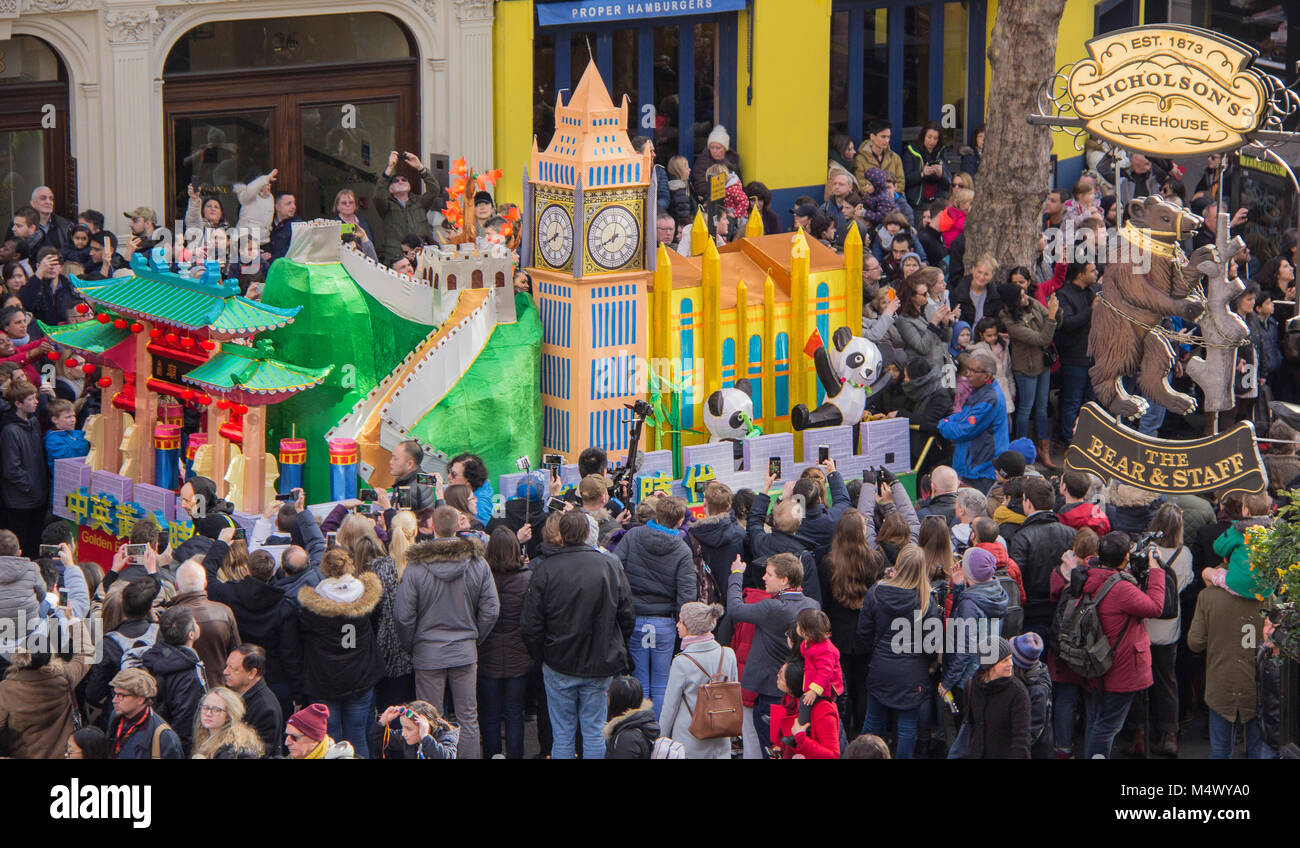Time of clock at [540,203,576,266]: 8:01
